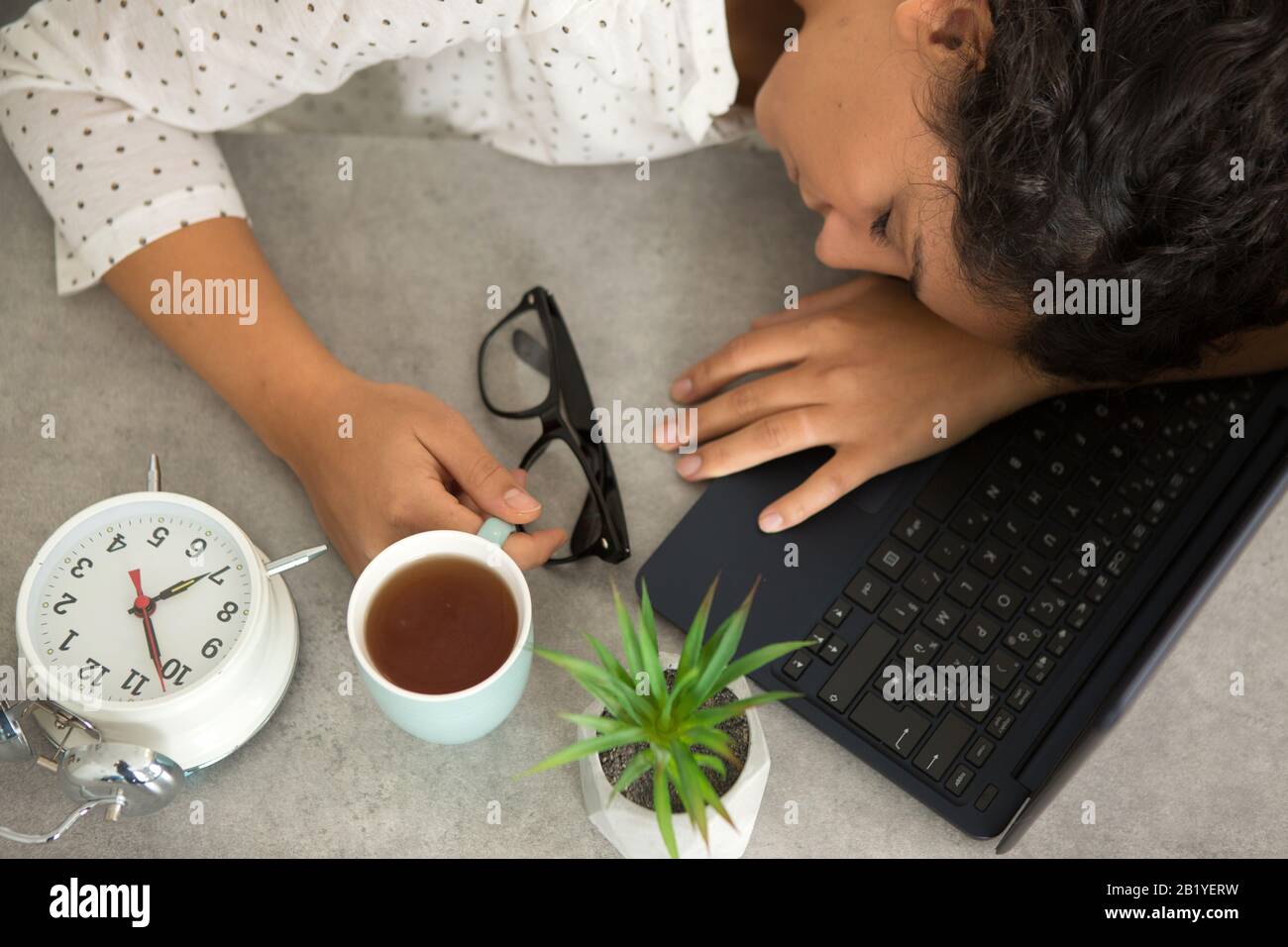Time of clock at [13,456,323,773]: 5:09
